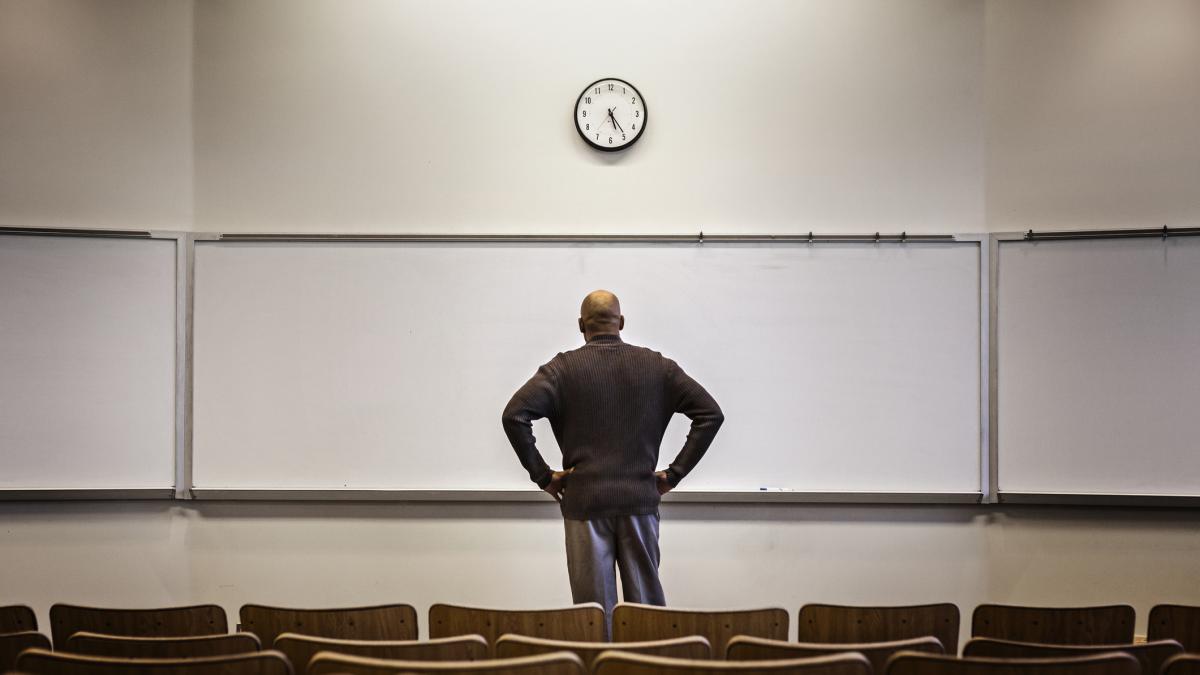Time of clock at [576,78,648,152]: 5:24
